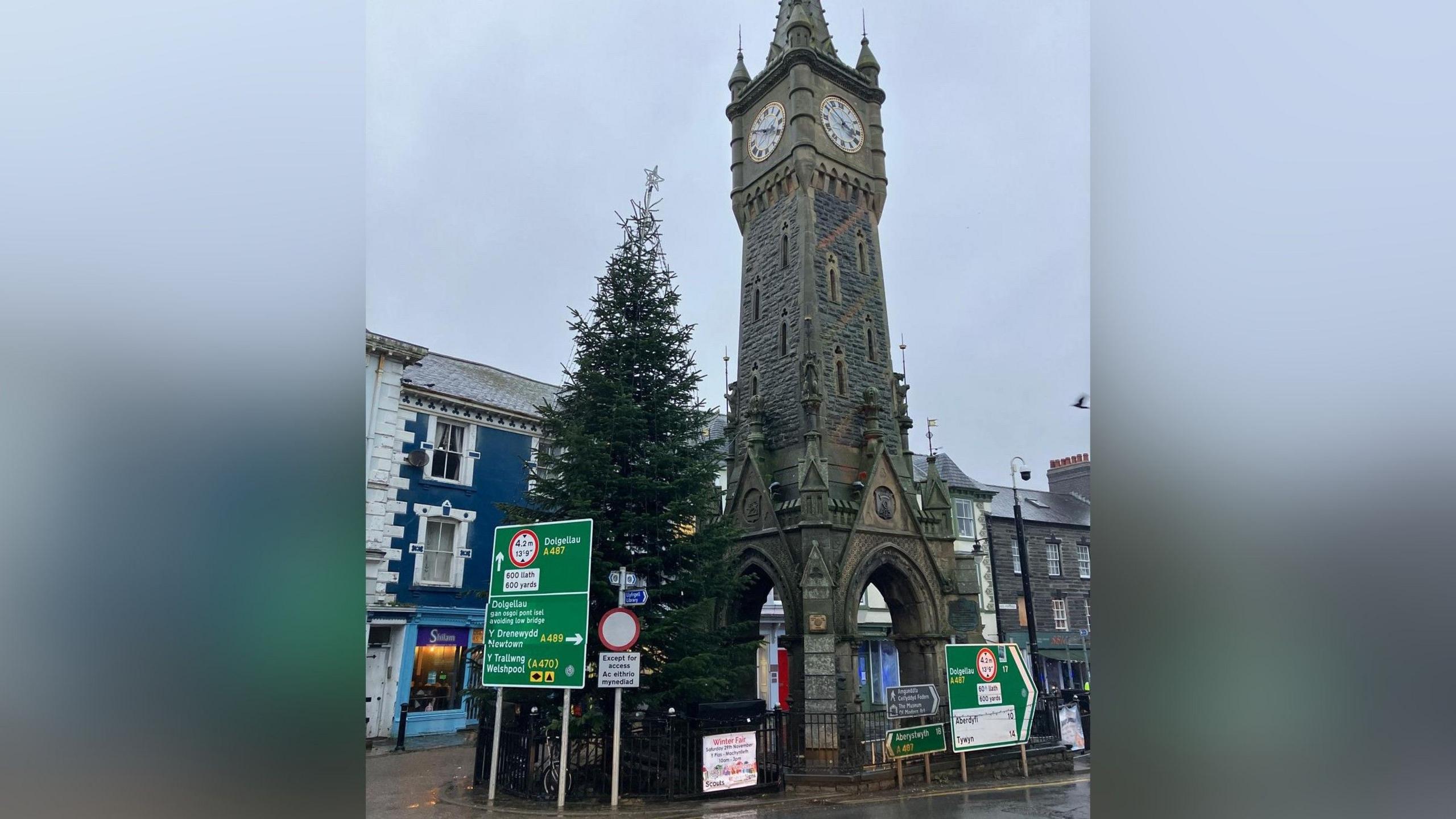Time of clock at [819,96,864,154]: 3:52
